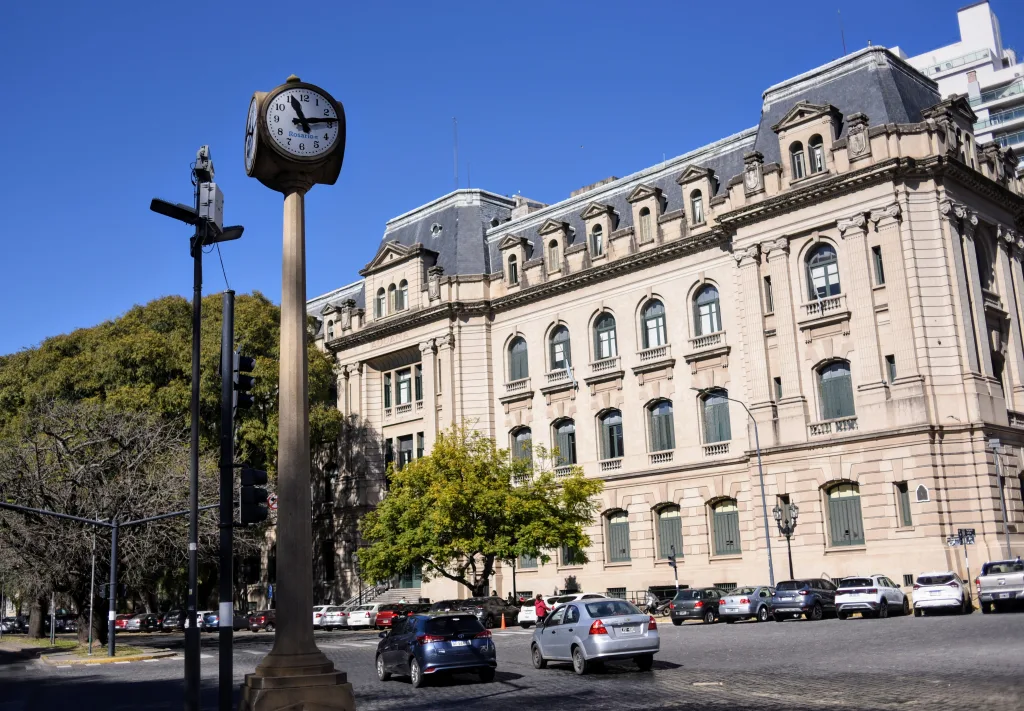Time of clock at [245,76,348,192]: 11:13
